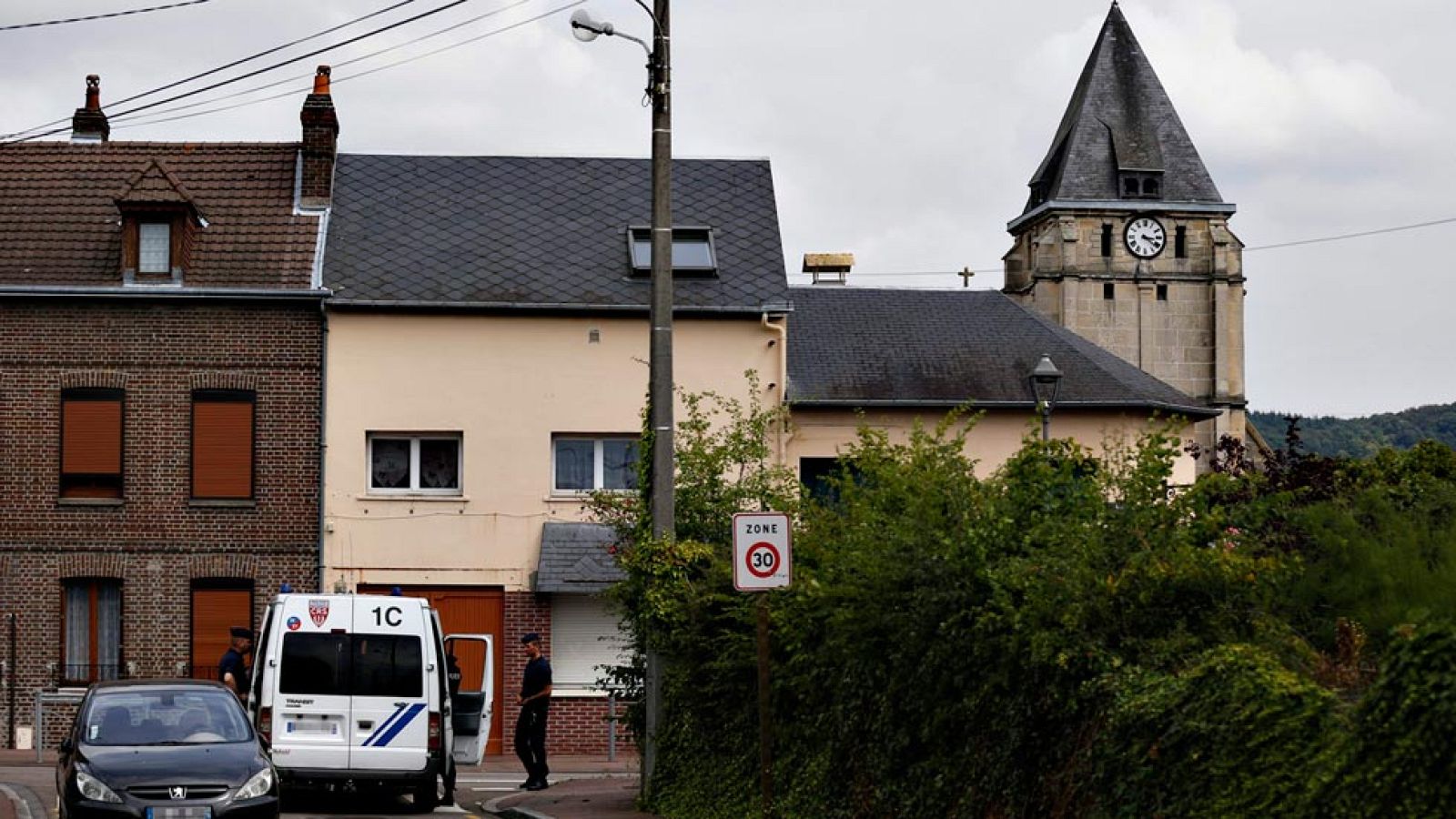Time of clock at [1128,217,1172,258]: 3:21
